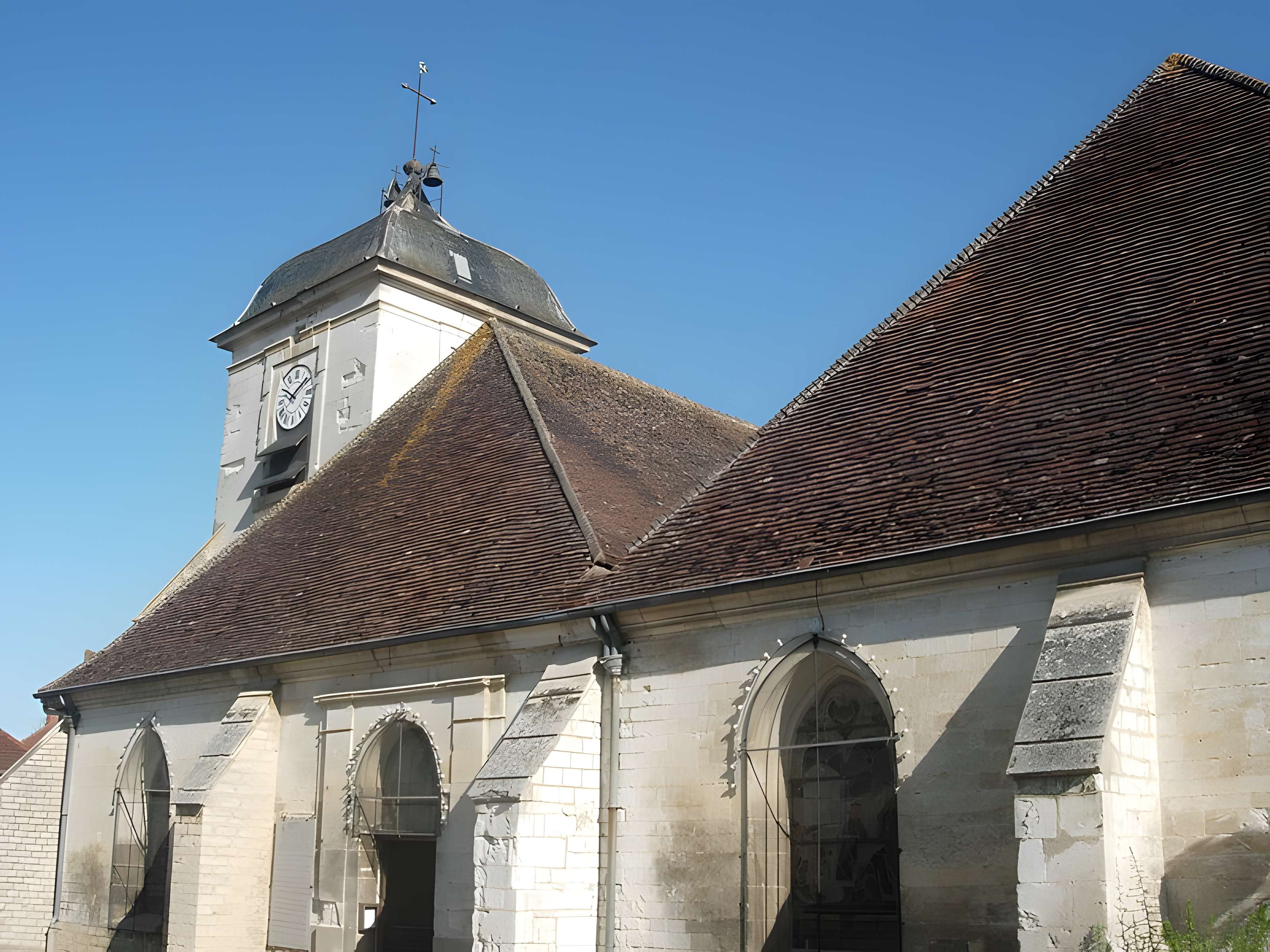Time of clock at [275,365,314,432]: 1:50
